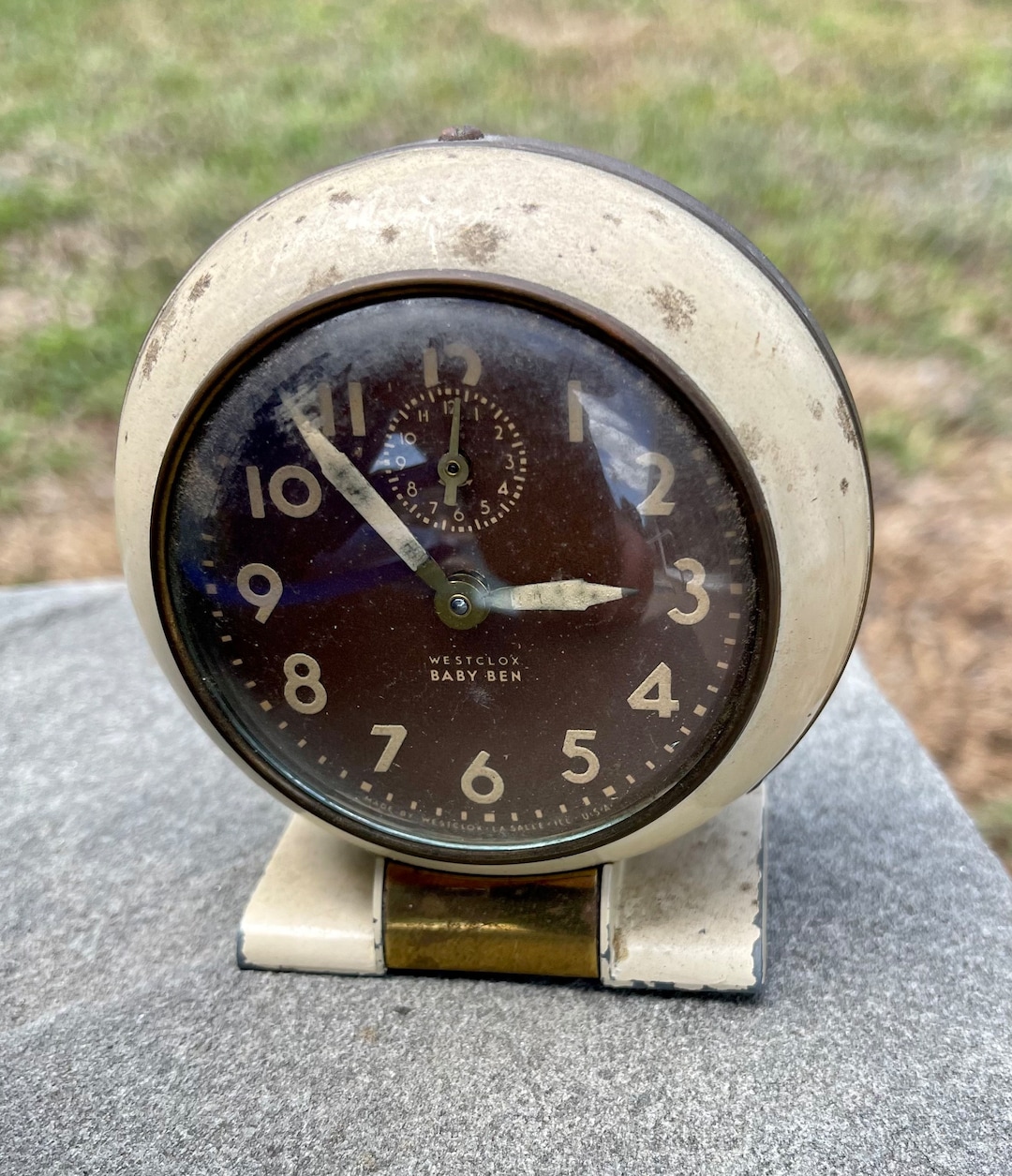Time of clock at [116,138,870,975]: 2:53
